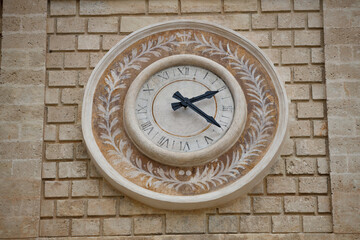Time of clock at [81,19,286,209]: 2:21
